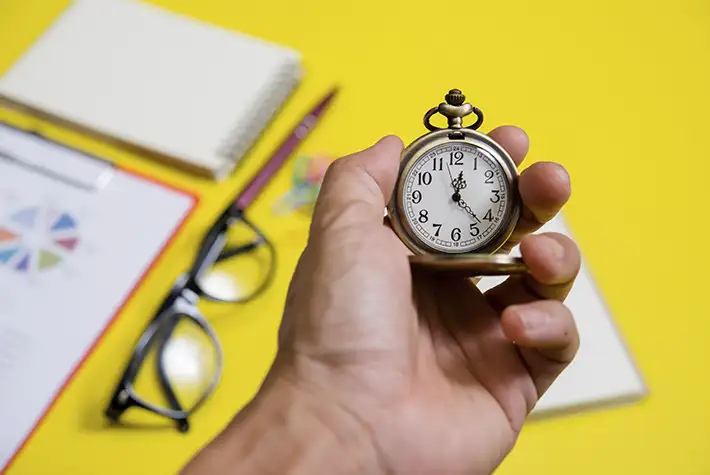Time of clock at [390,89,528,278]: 12:22
